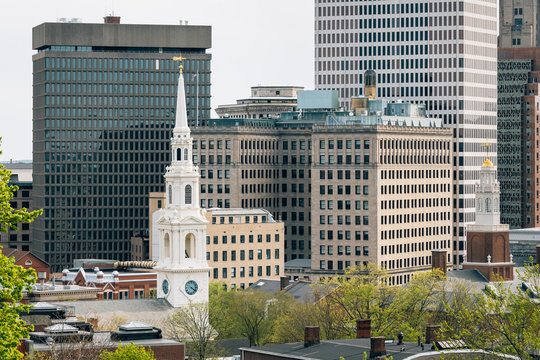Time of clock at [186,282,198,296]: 4:21
